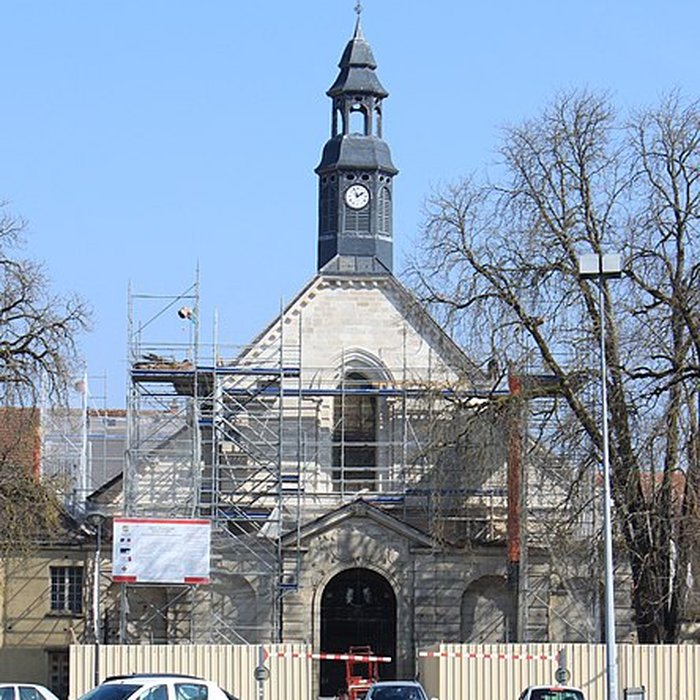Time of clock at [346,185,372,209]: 1:56
